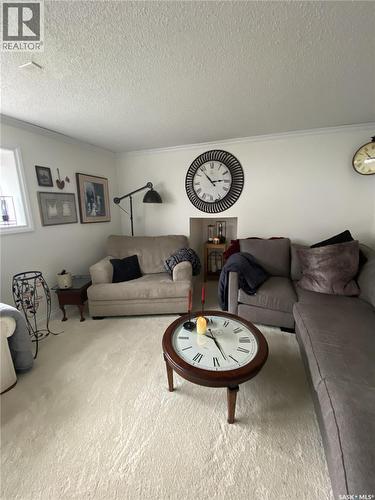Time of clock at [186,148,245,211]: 2:53
